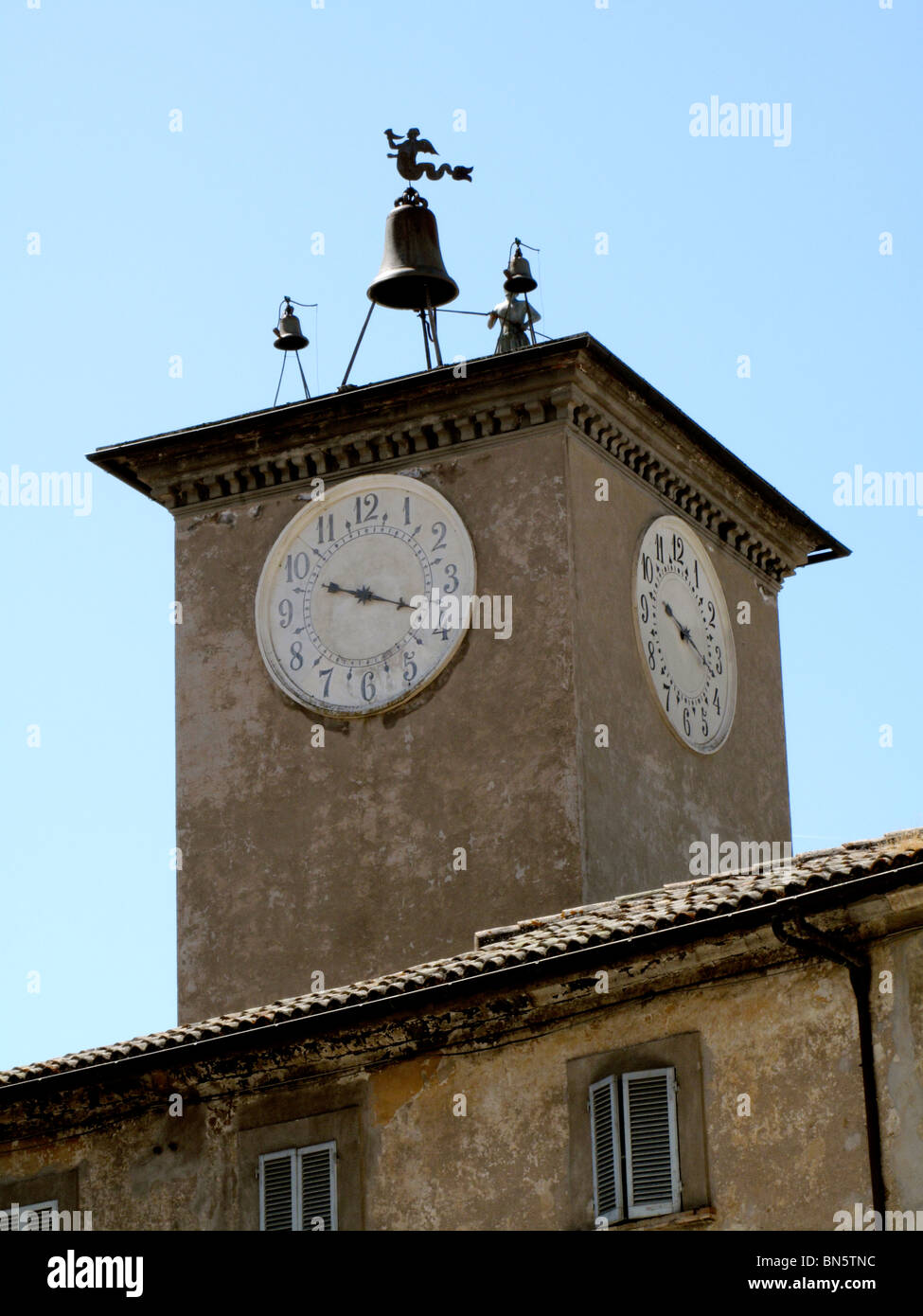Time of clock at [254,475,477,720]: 3:48
